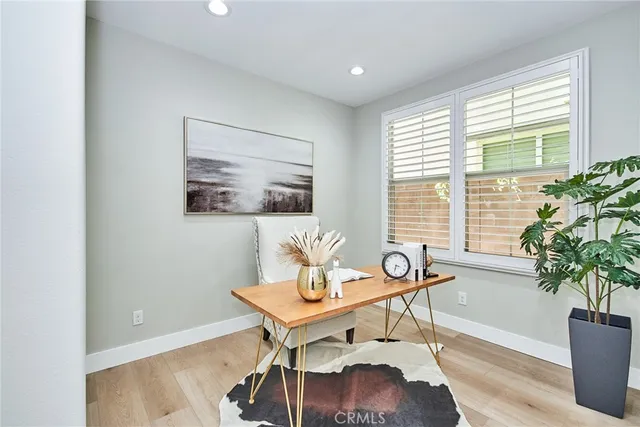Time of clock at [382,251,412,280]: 3:32
